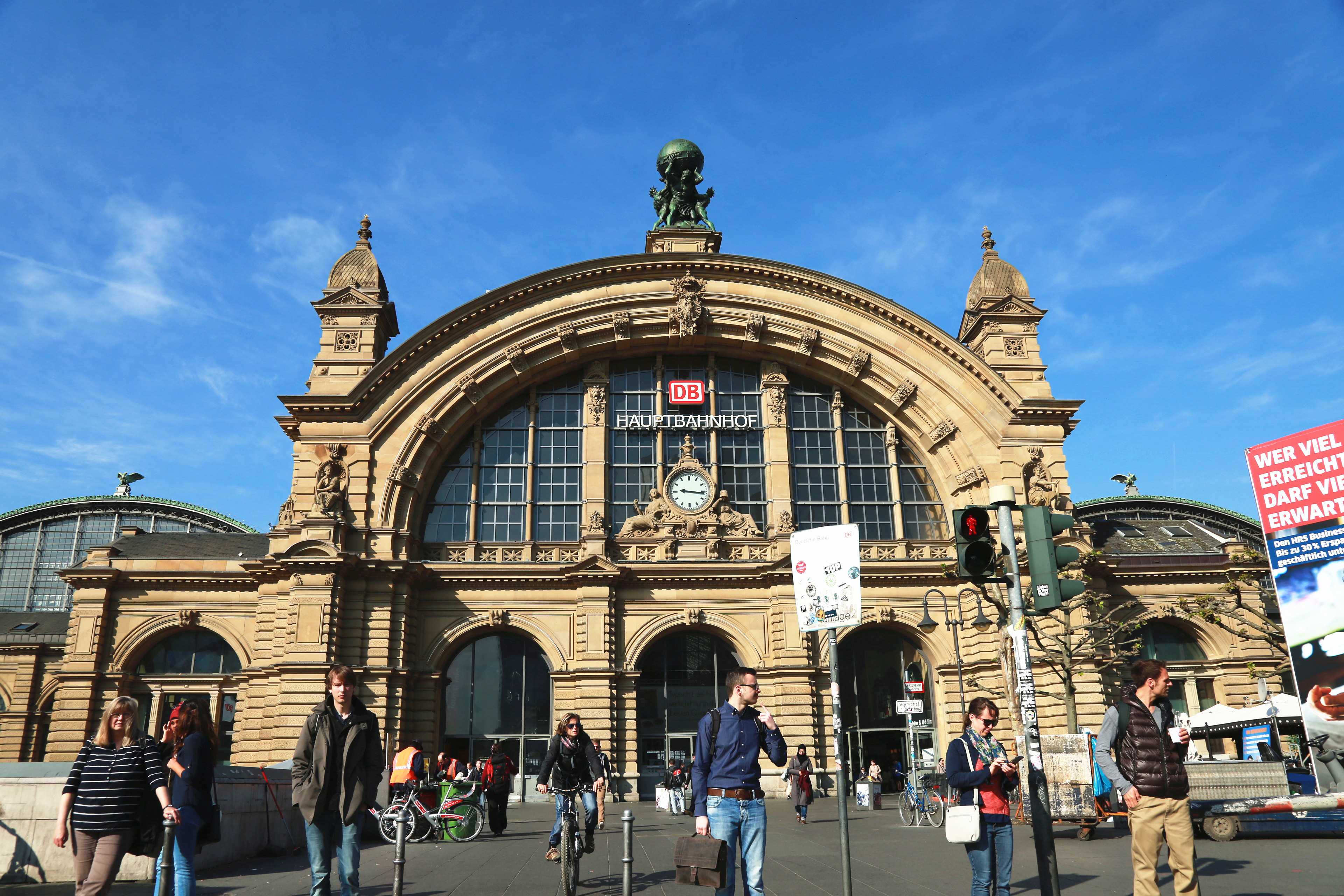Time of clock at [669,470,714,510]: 9:16
